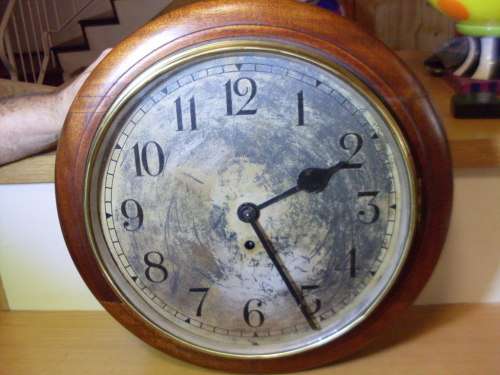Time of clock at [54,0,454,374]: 2:25
